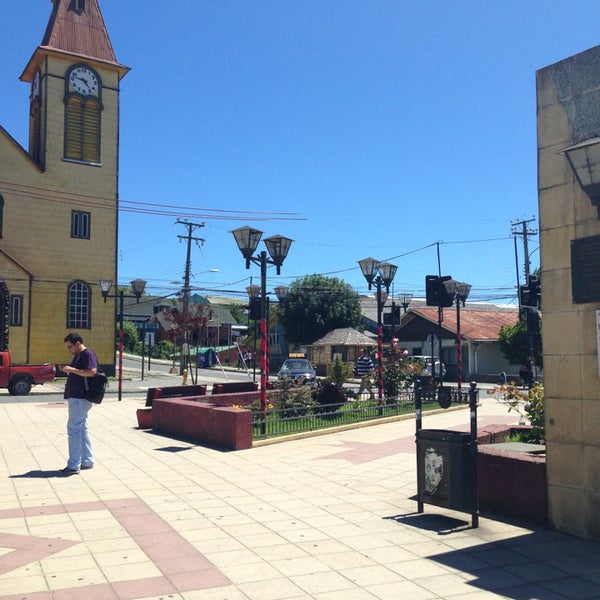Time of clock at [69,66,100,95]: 4:47
